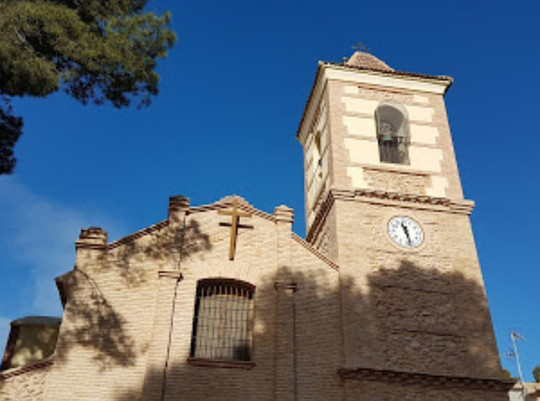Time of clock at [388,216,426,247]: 11:28
